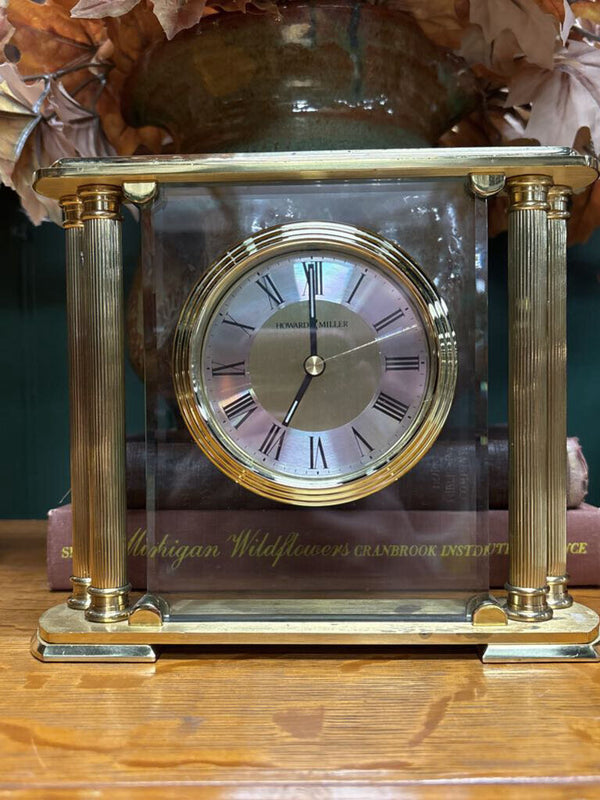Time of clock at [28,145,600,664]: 7:00
